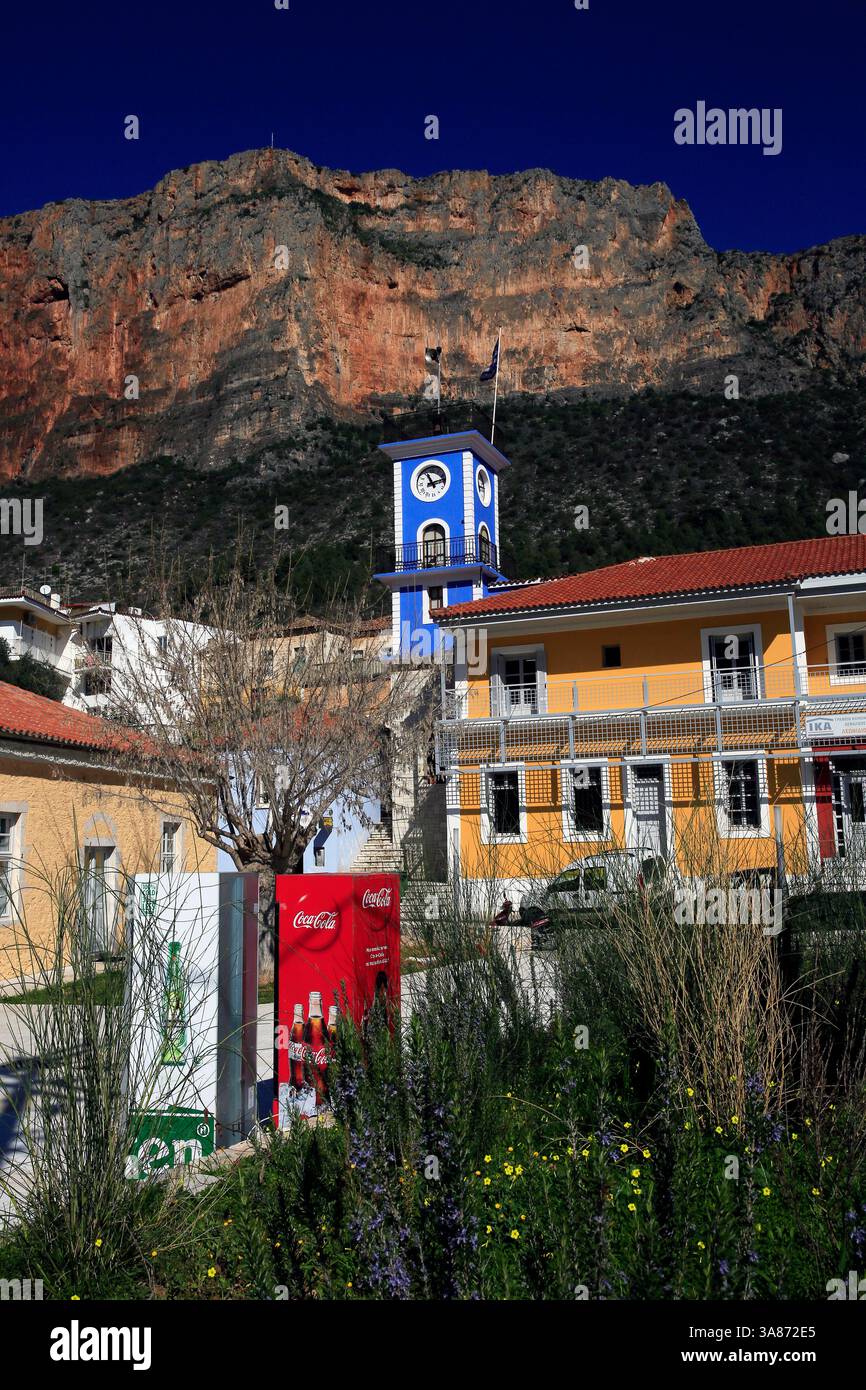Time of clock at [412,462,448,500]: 11:12
